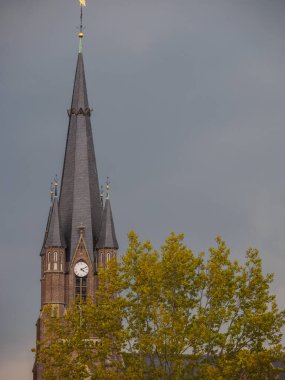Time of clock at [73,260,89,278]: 4:10
